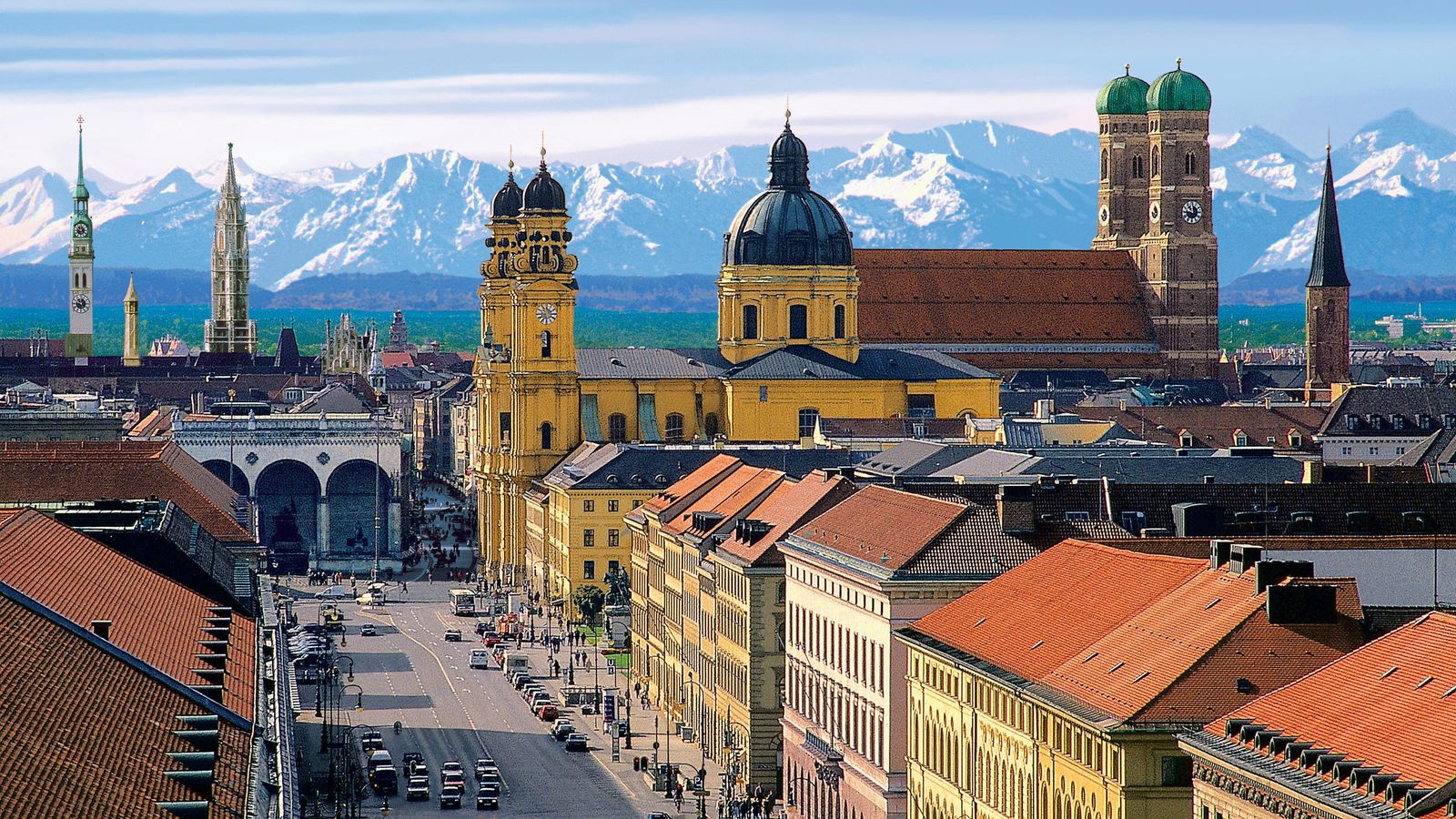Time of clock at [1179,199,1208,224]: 11:46
